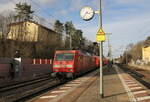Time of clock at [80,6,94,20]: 3:36
